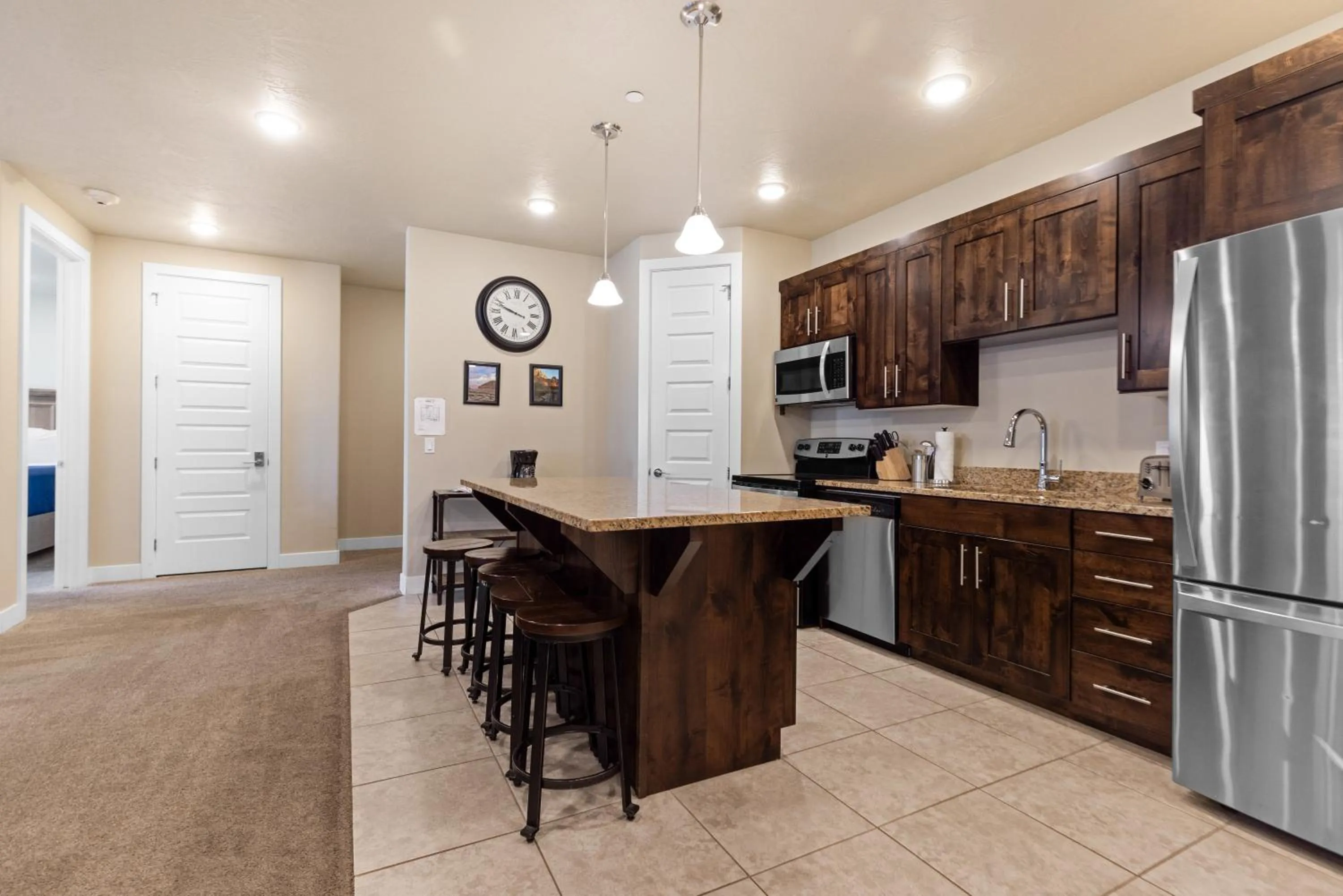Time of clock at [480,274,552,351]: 9:48
